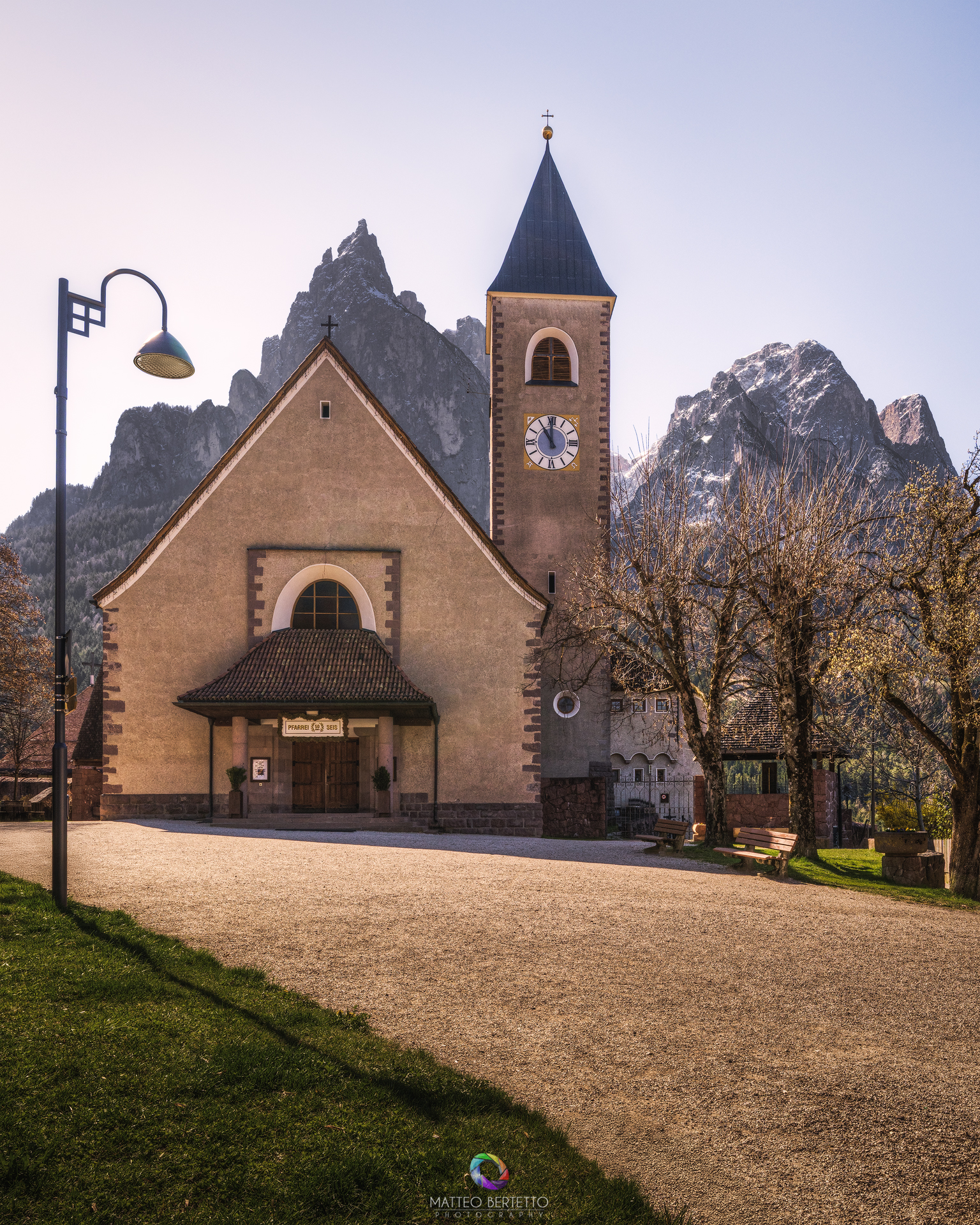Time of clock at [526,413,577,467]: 10:59
